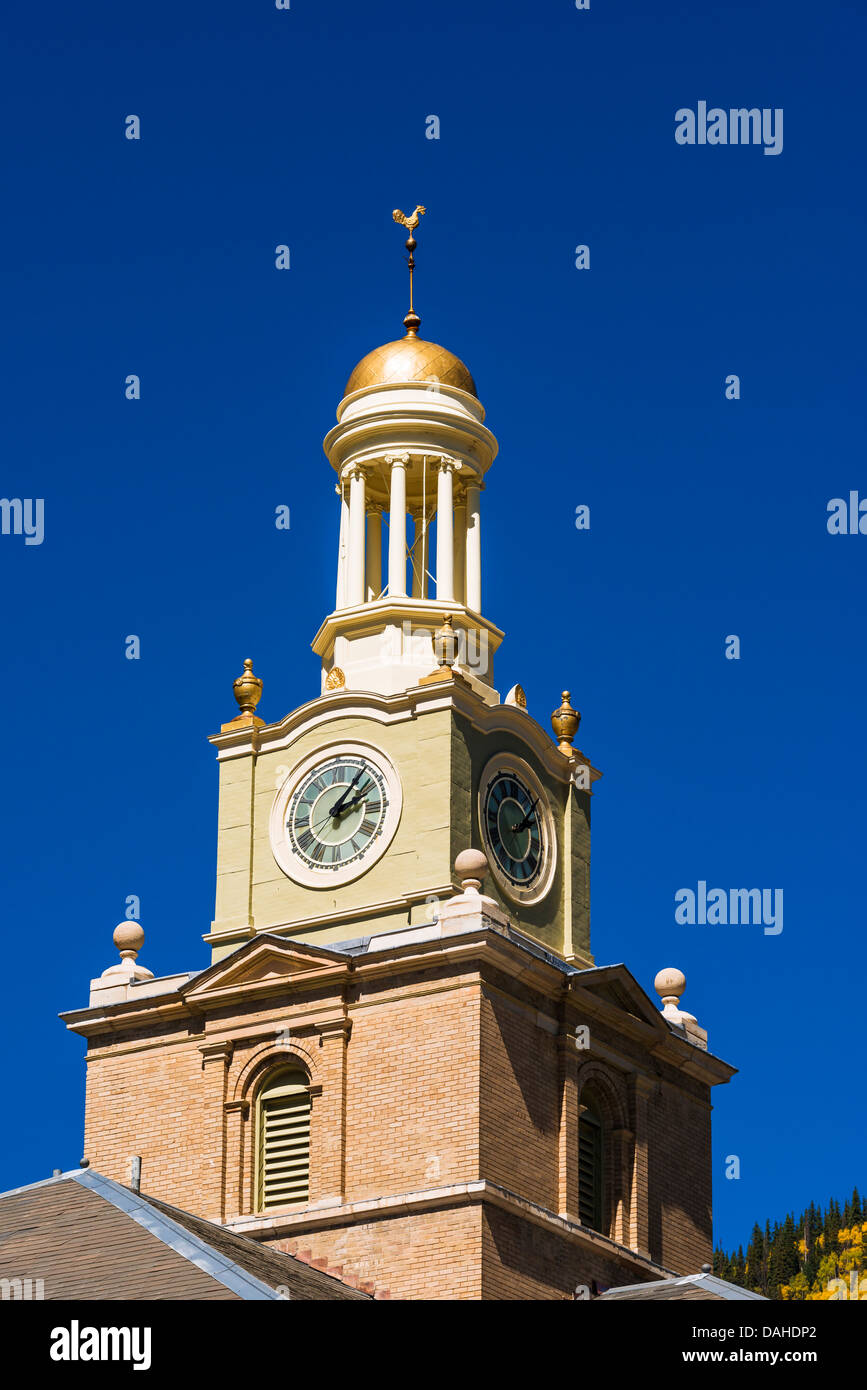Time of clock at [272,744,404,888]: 2:06
